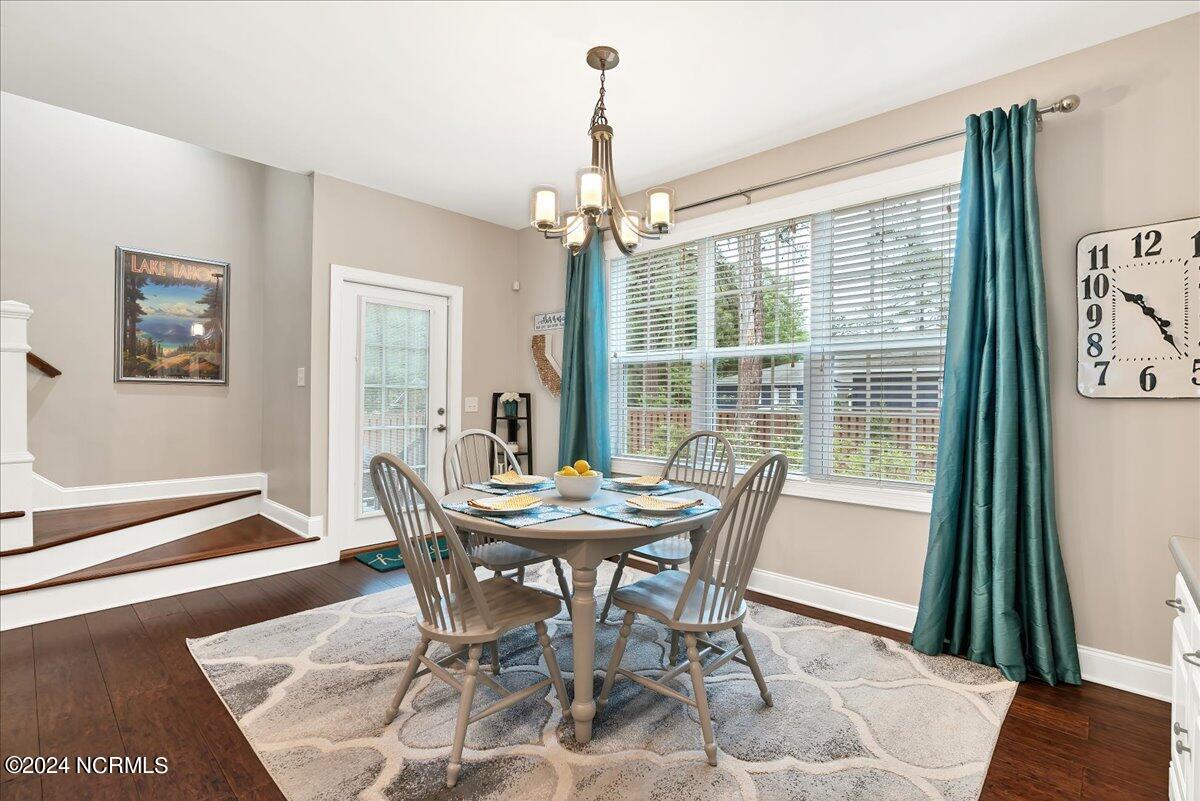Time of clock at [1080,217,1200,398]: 10:24
